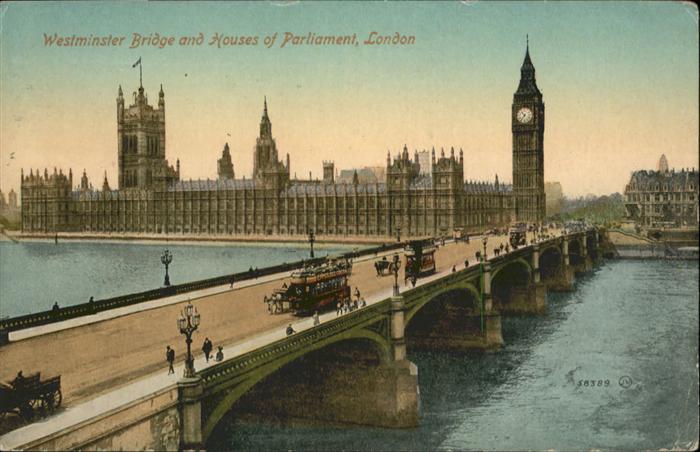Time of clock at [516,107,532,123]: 10:36
